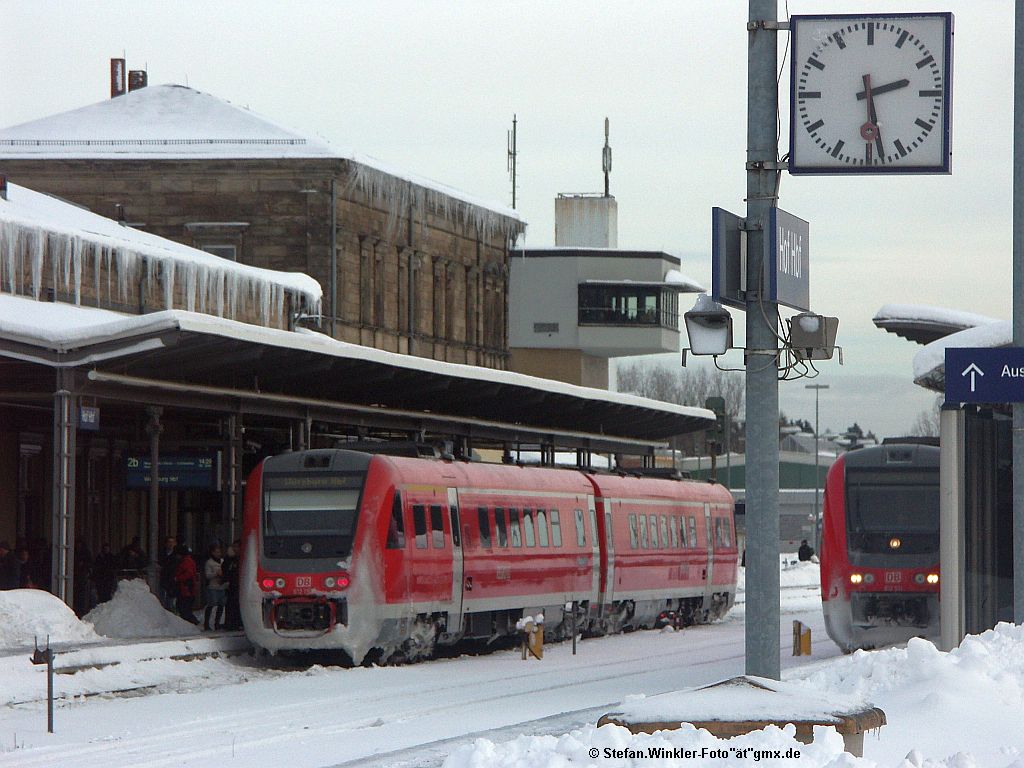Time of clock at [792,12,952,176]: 2:28
